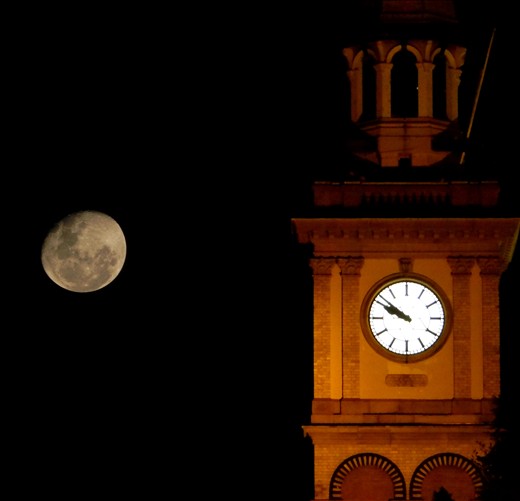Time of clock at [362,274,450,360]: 9:50
